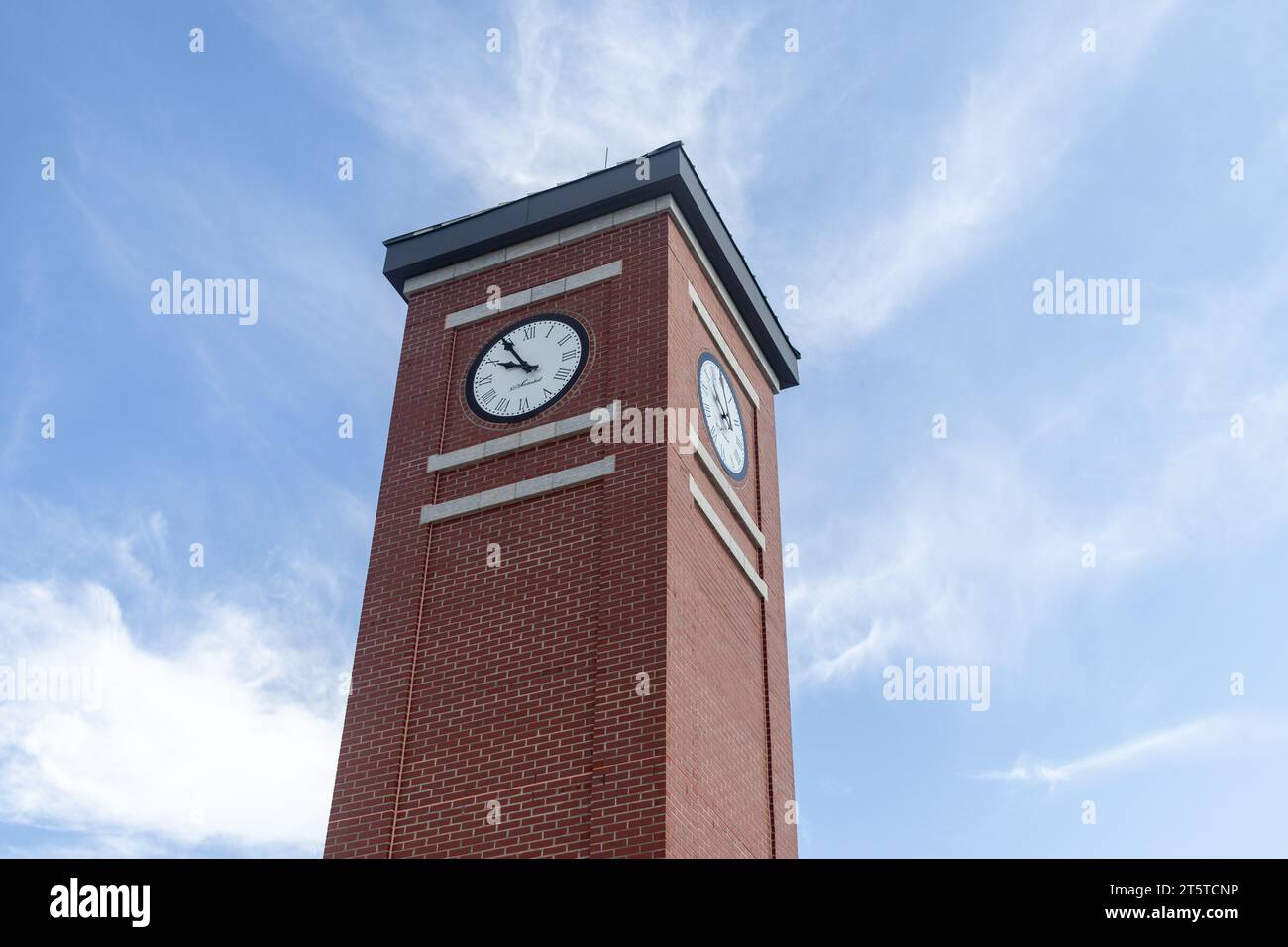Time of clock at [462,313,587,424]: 9:54
